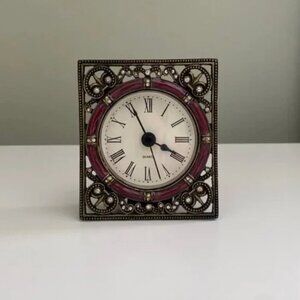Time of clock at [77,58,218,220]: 3:55
